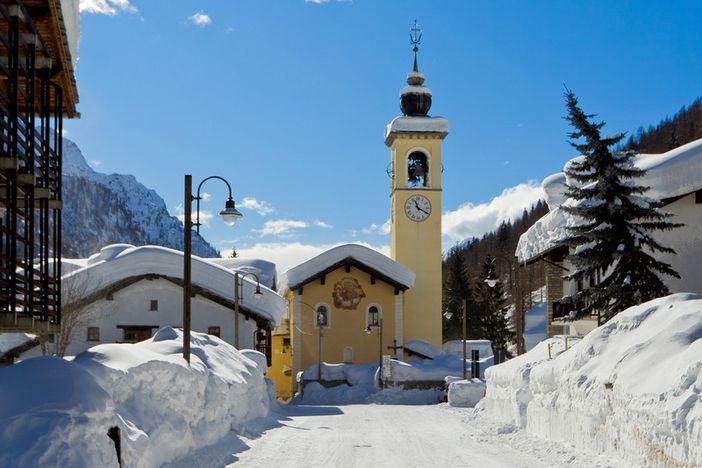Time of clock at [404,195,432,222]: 11:19
